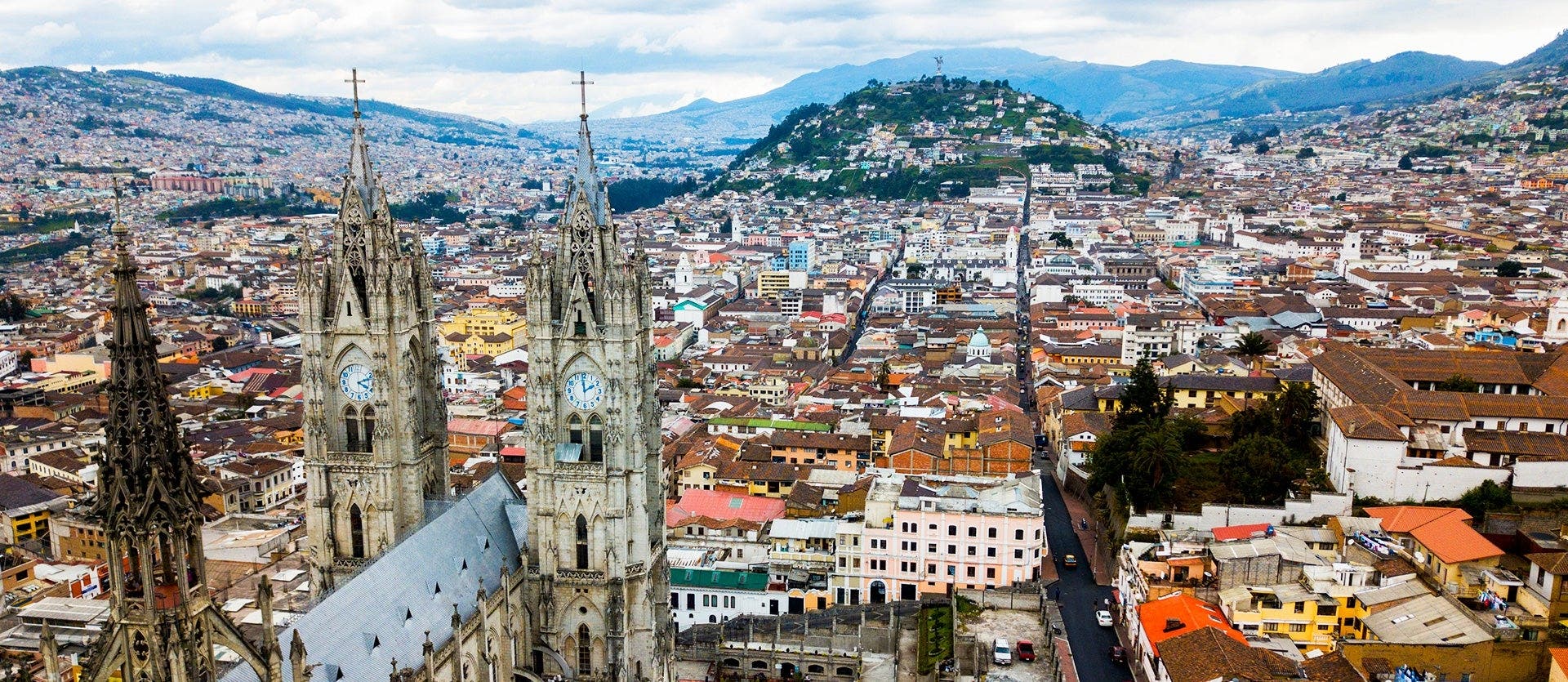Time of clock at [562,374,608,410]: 1:59
